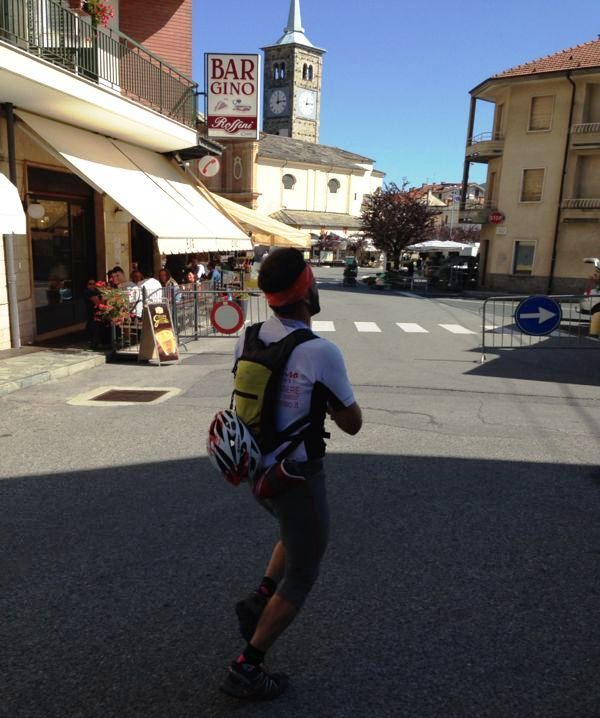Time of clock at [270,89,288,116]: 12:13
